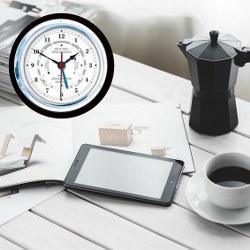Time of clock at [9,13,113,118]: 1:49
